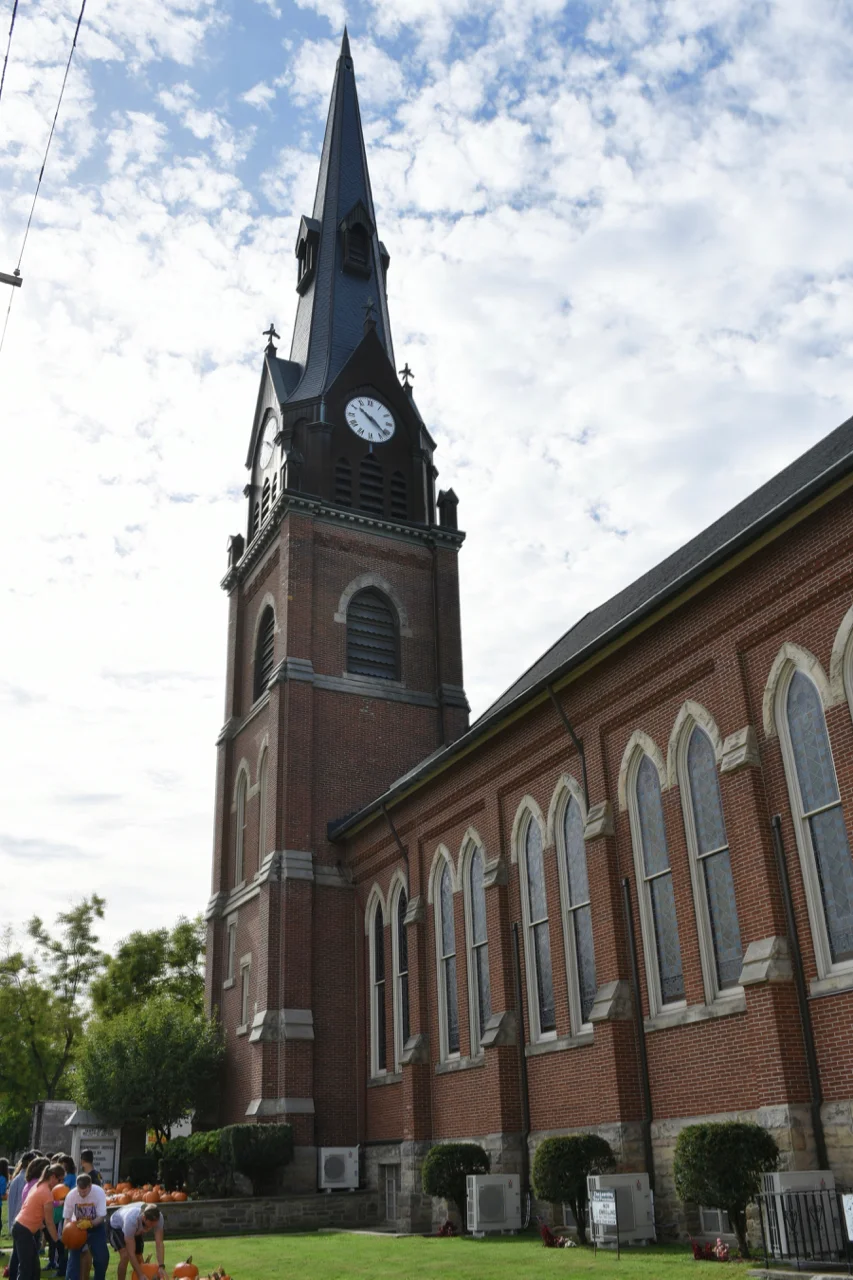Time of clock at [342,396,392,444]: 10:21
